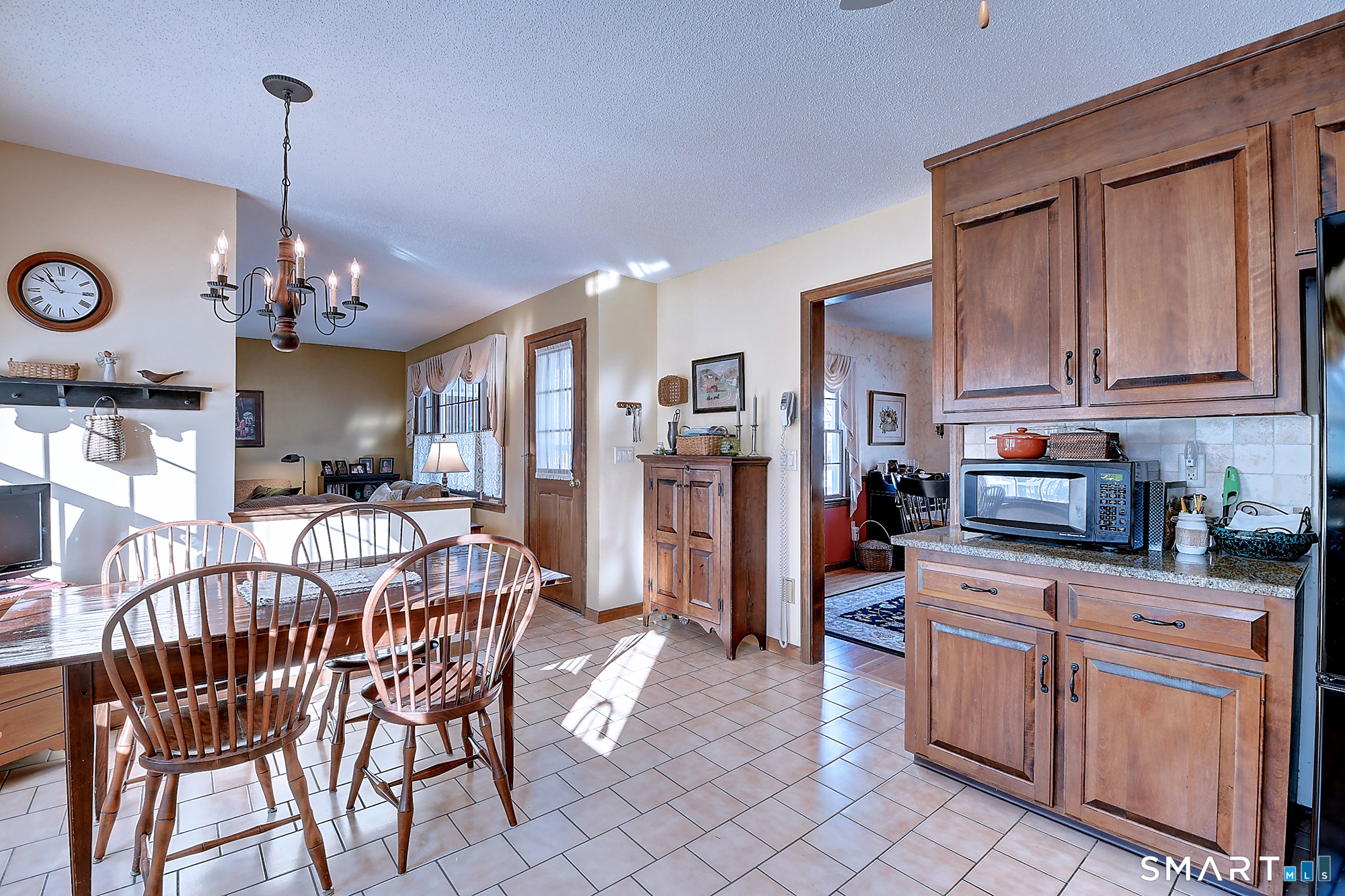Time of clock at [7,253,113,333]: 10:51
